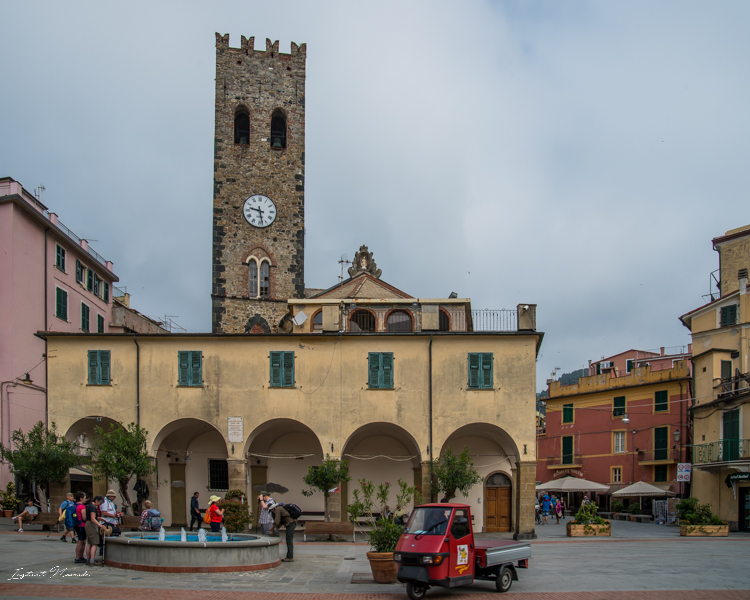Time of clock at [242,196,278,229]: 9:28
